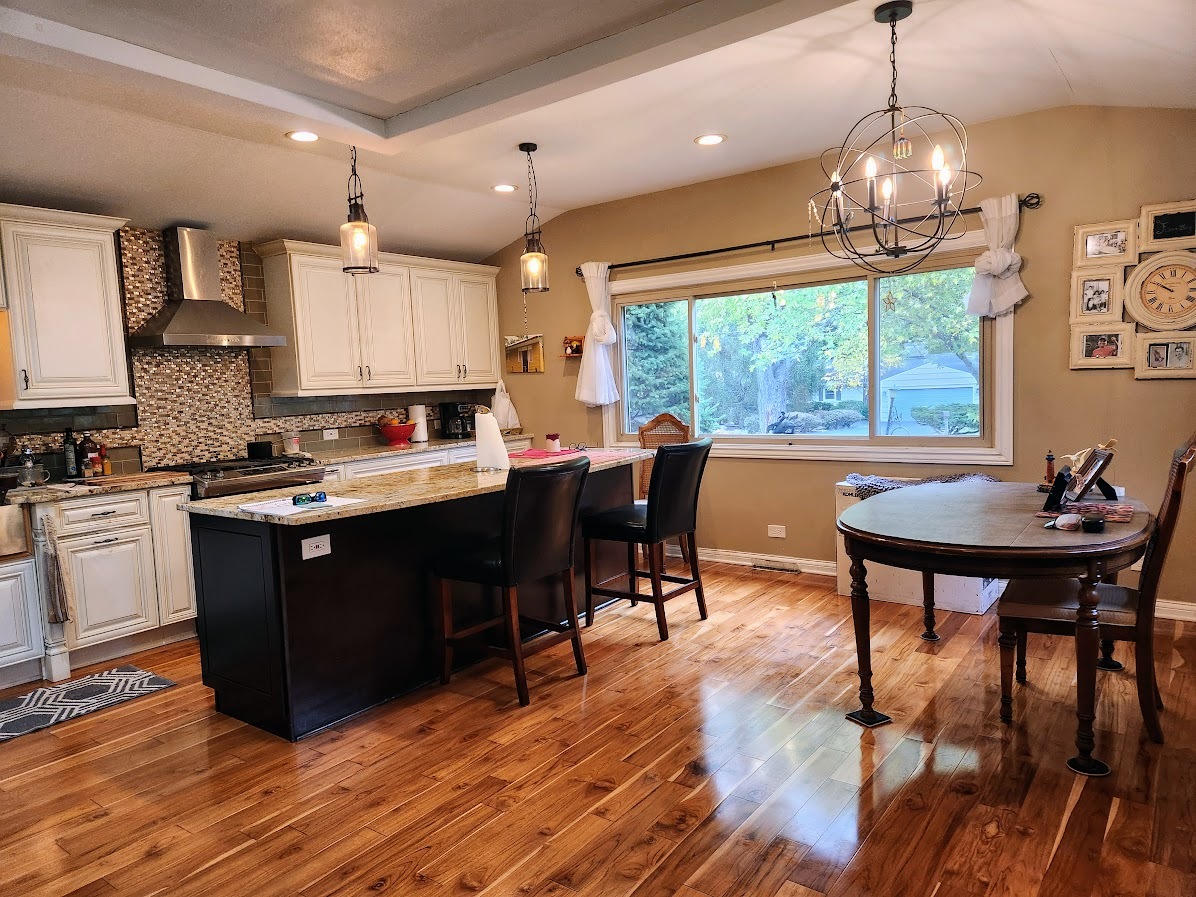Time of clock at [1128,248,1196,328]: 9:50
